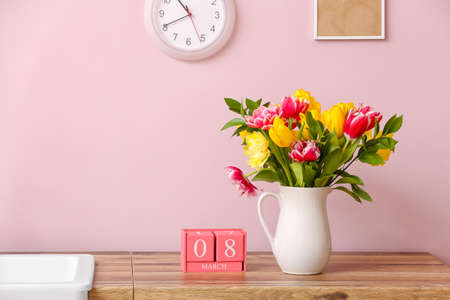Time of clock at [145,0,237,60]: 10:40
